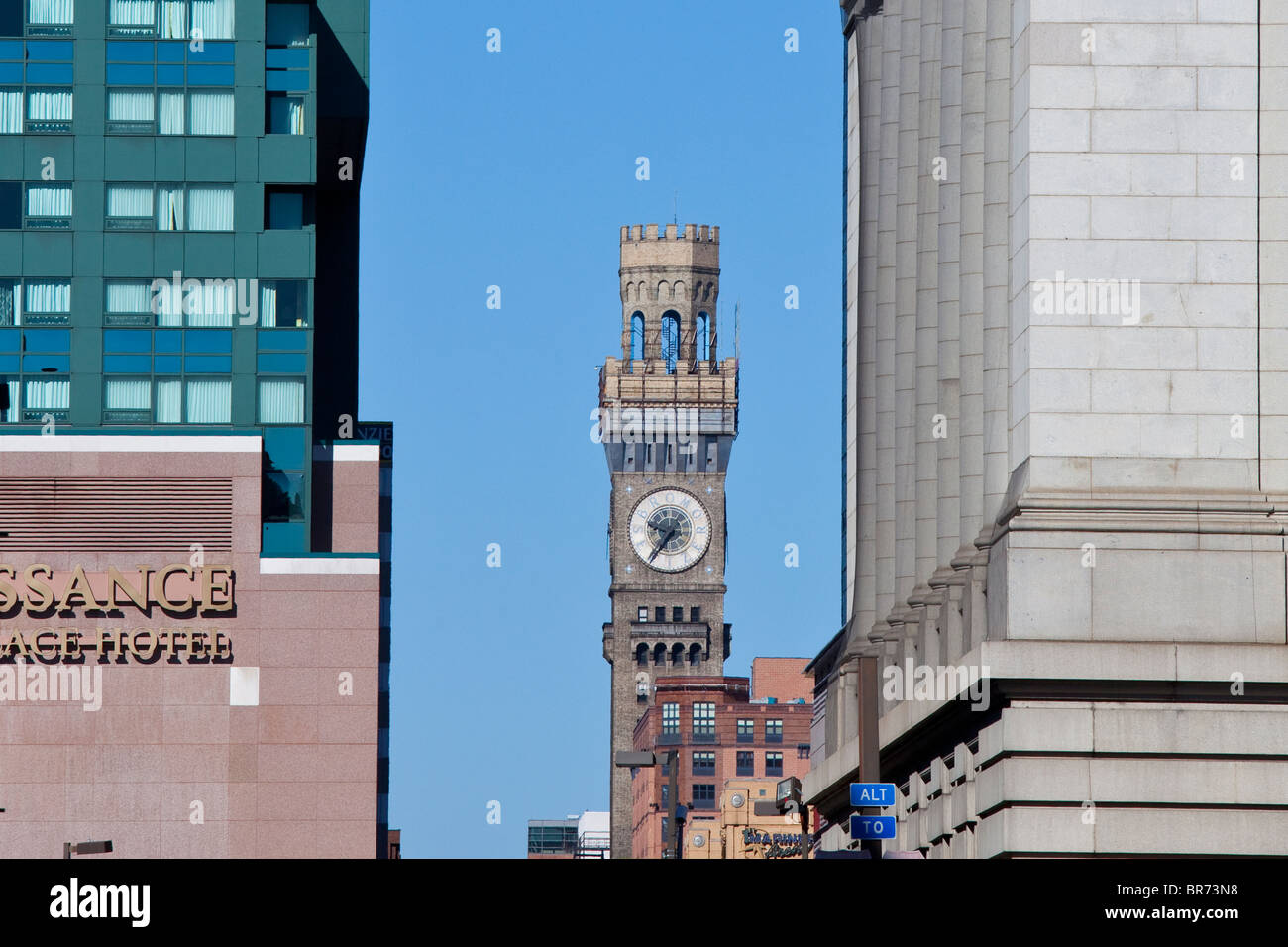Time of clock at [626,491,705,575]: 9:35
